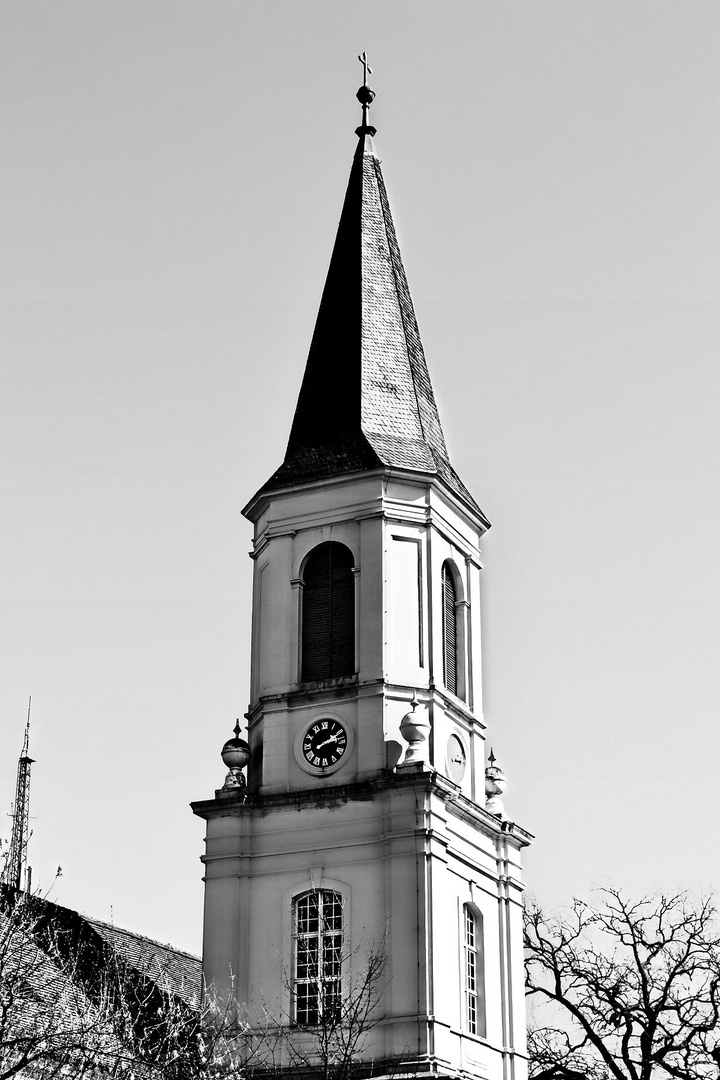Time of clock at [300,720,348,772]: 2:12
